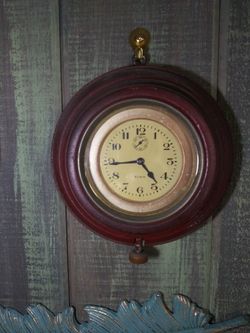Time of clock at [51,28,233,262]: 4:44
